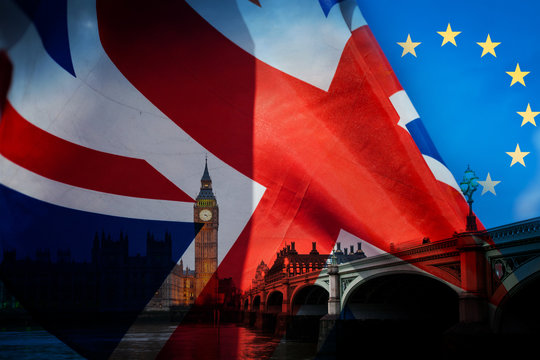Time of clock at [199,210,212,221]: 4:14
